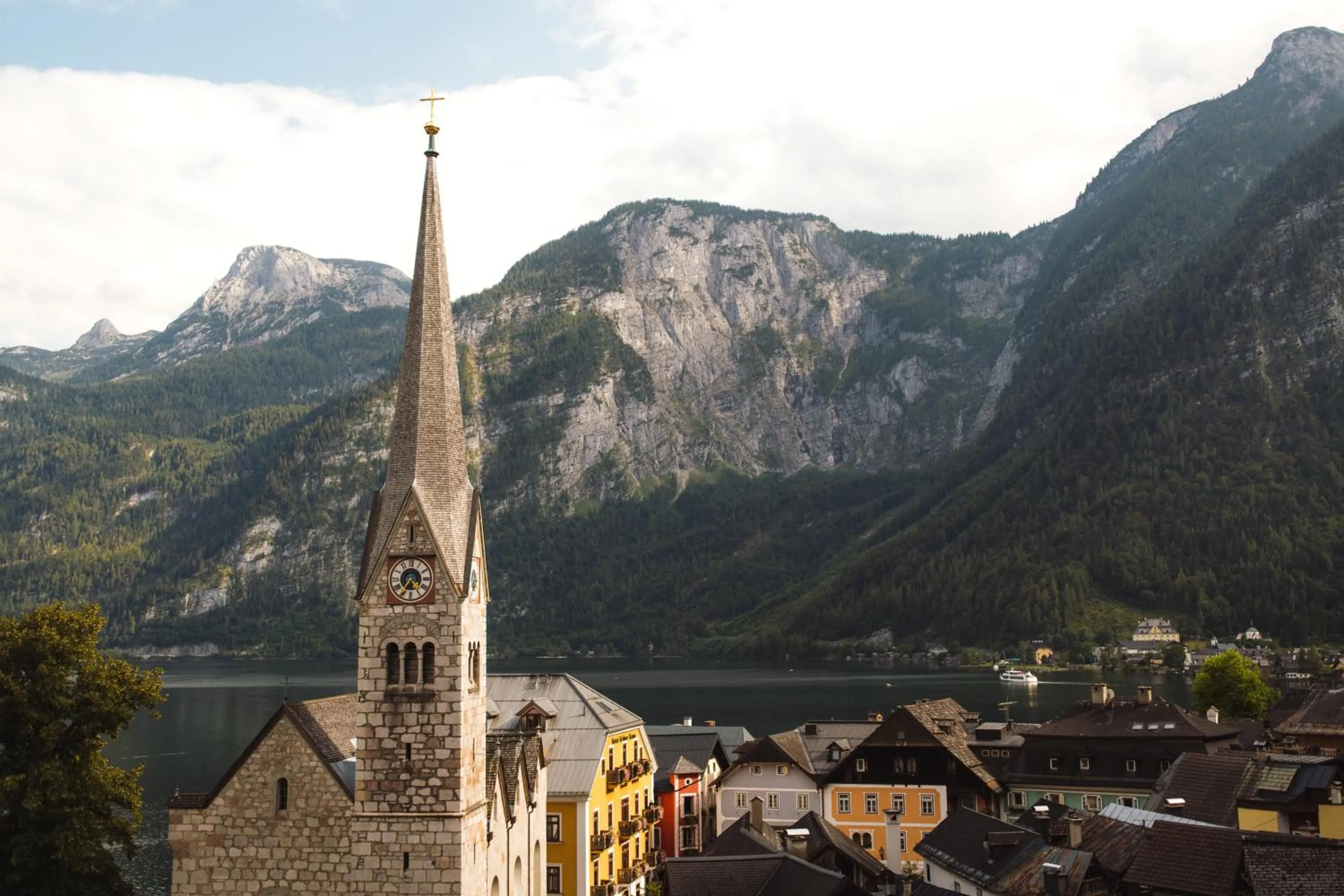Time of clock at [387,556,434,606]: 4:36
